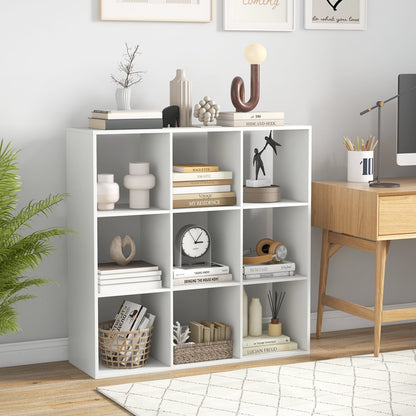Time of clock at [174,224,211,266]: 3:06
